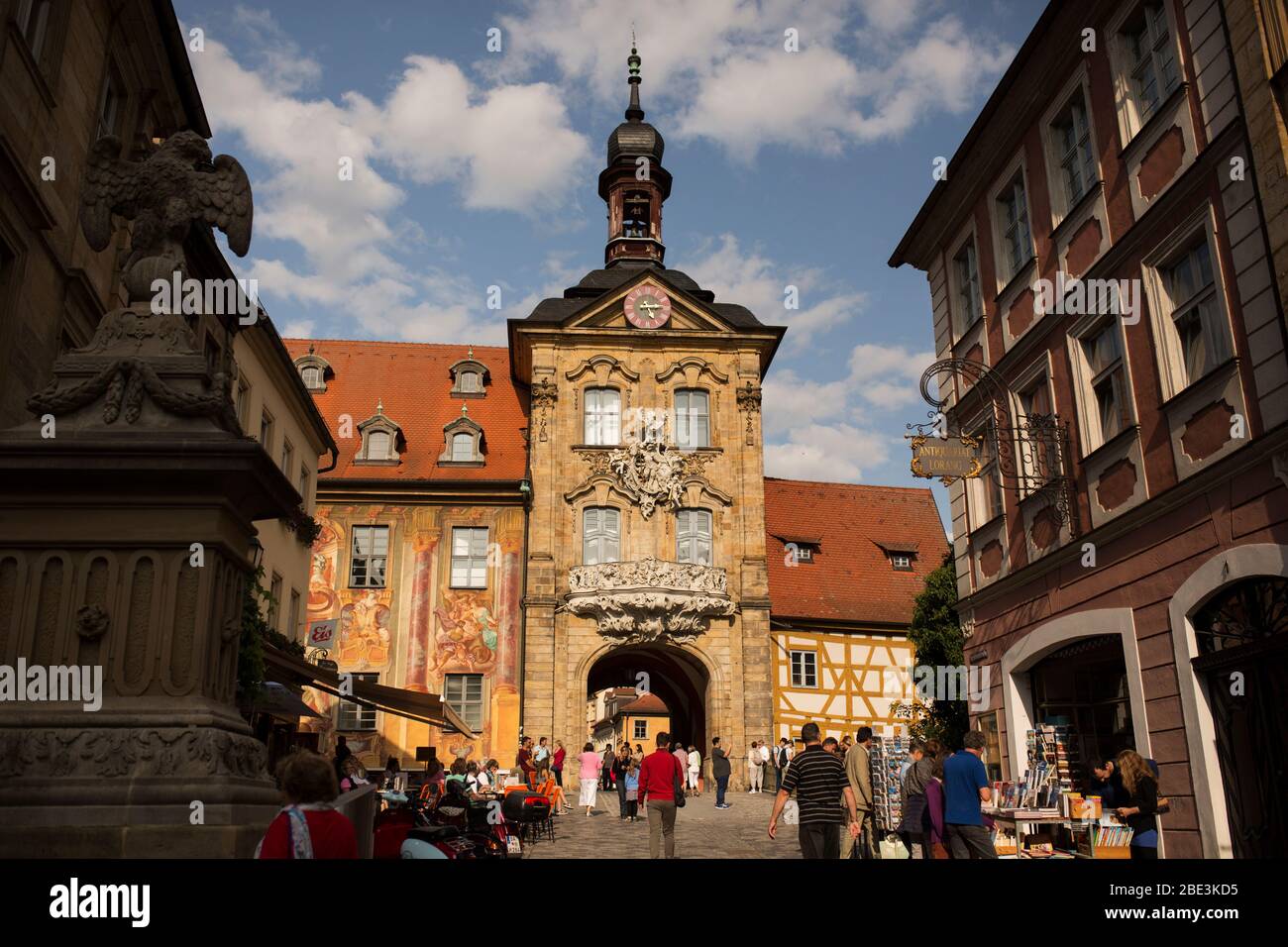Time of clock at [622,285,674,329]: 5:14
